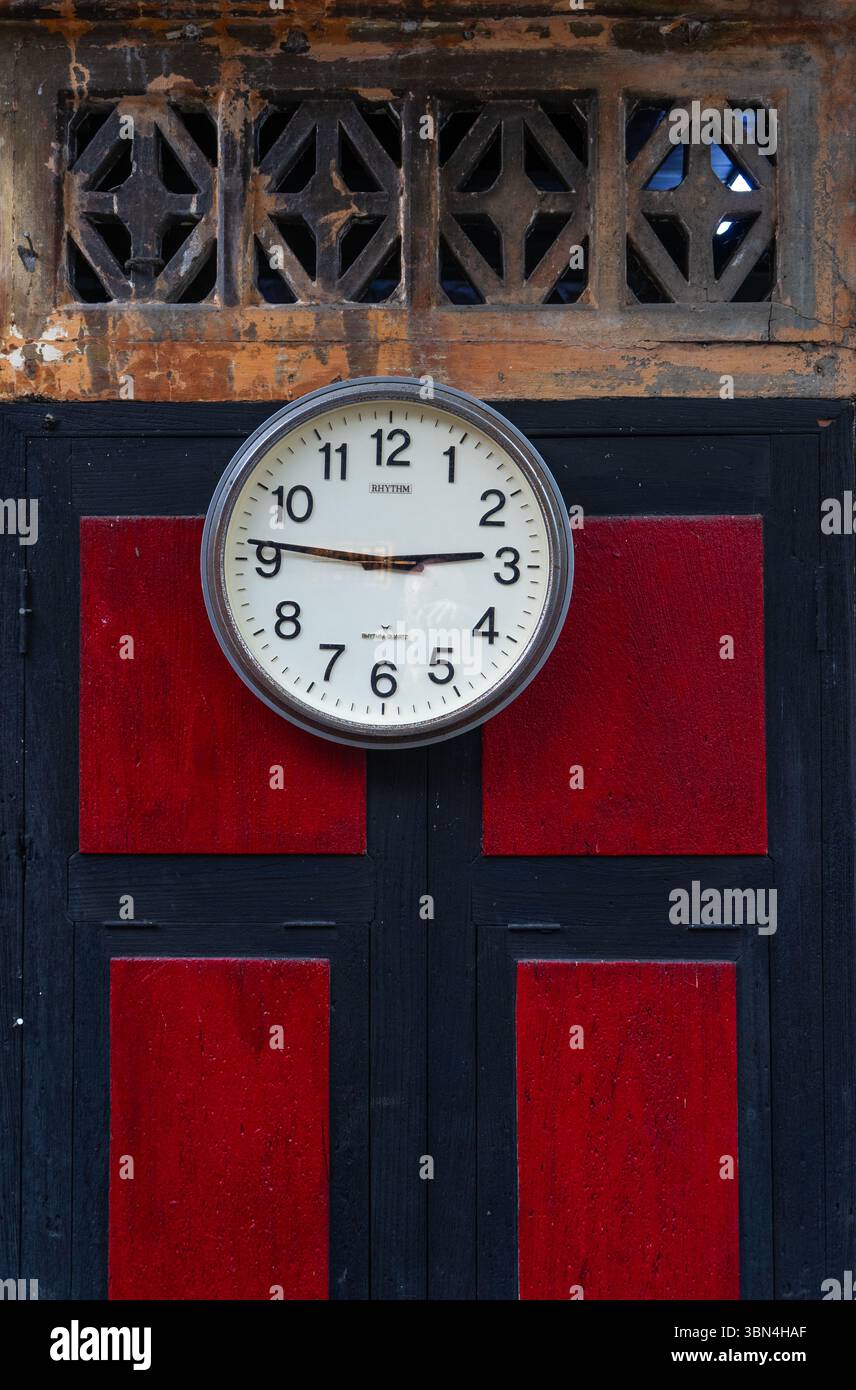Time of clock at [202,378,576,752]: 2:46
